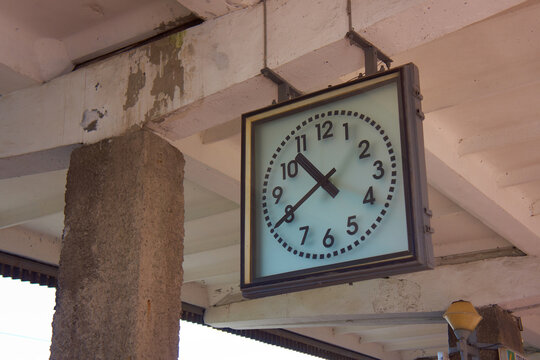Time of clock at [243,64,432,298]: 10:40
